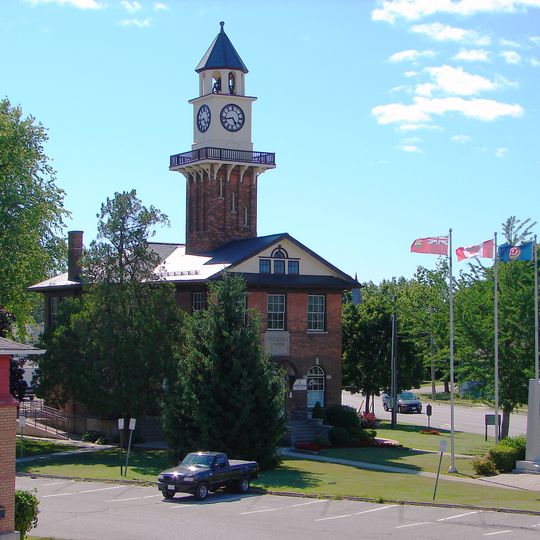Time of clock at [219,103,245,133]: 4:42
